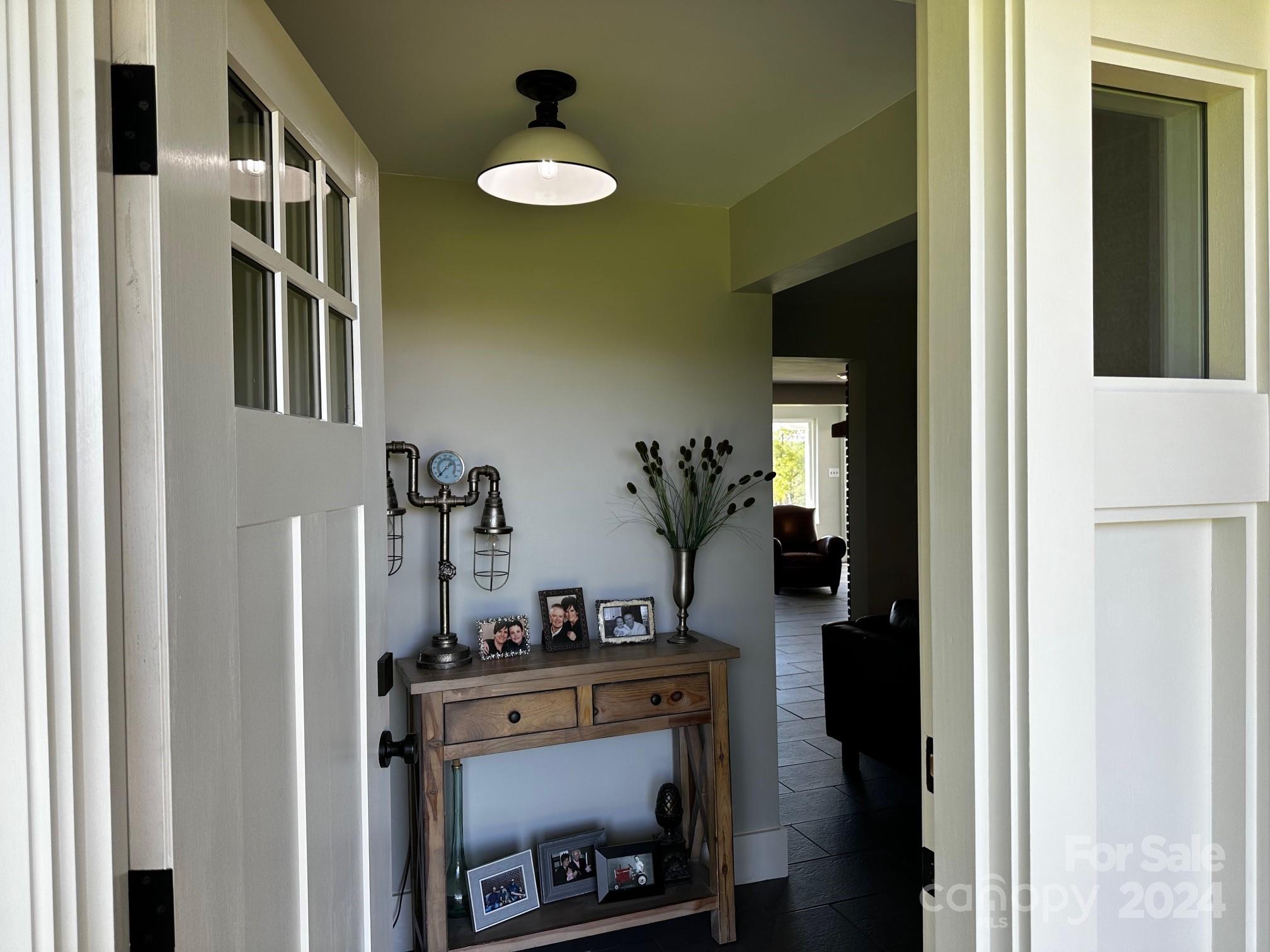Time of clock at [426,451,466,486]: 1:37
